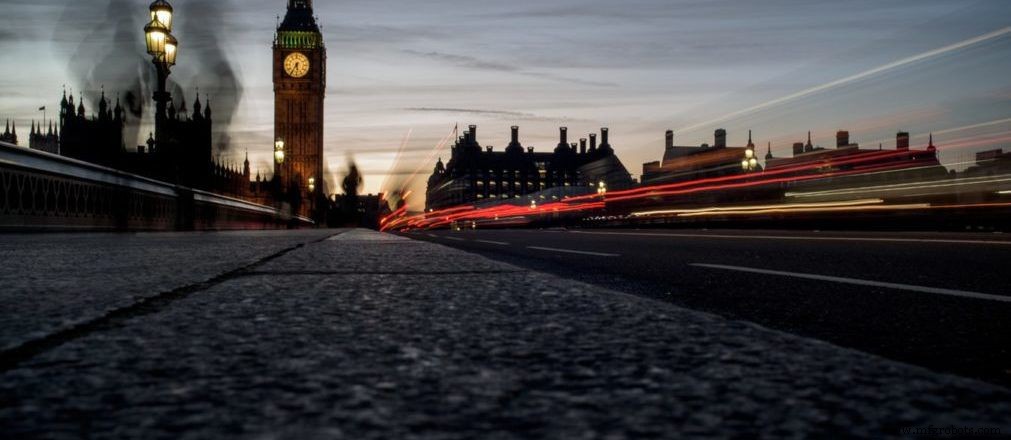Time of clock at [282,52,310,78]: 5:35
